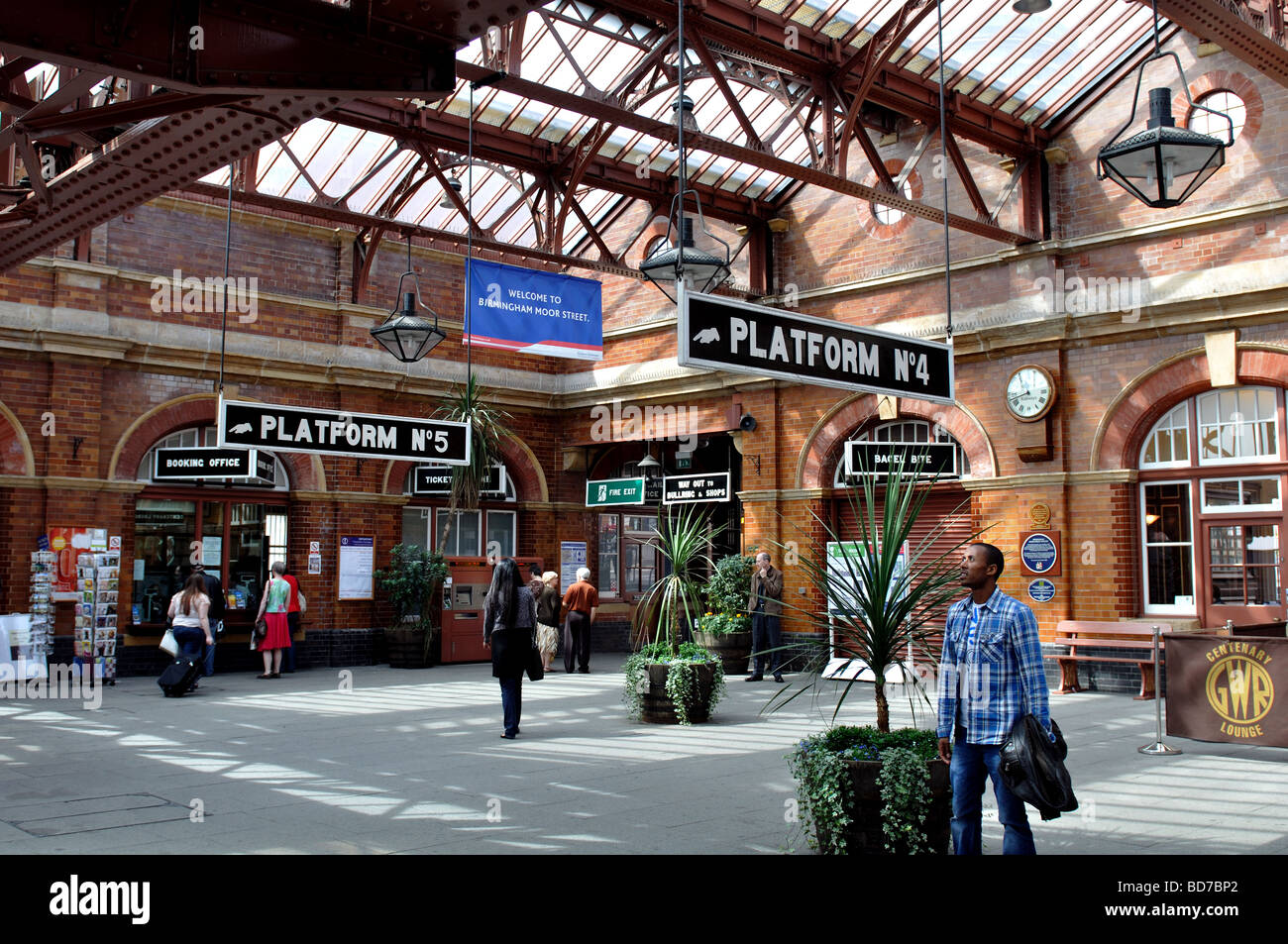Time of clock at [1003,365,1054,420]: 11:42
